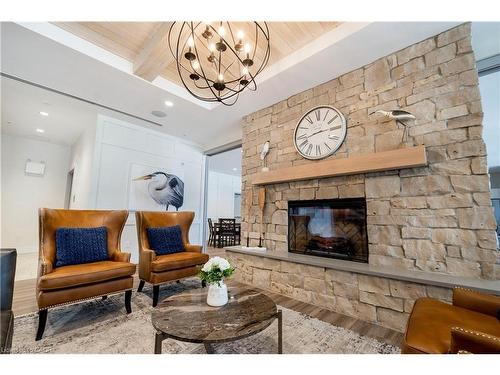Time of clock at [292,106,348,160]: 2:42
